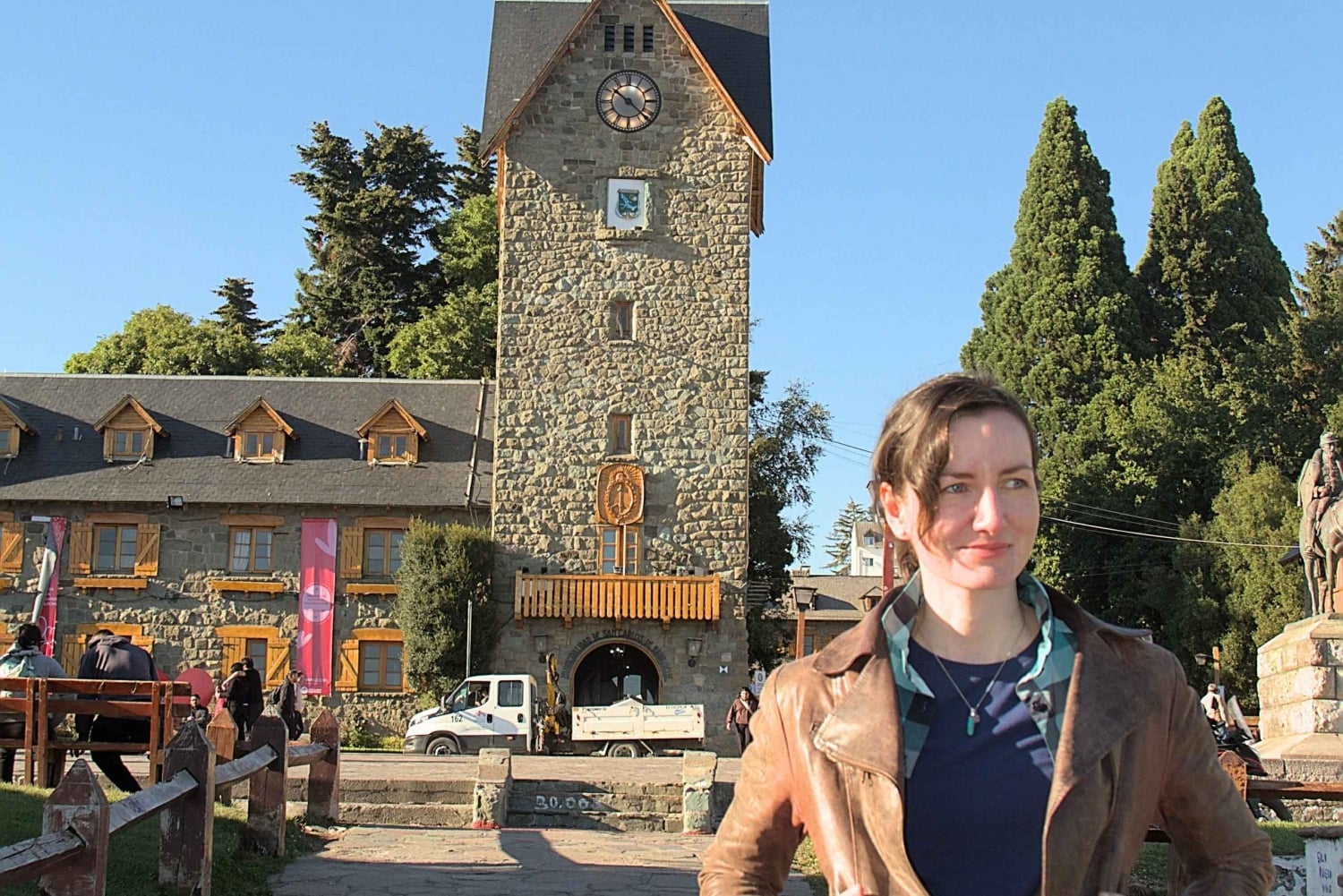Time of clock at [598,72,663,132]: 10:22
